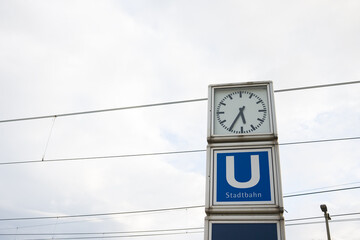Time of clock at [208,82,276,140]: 5:35
